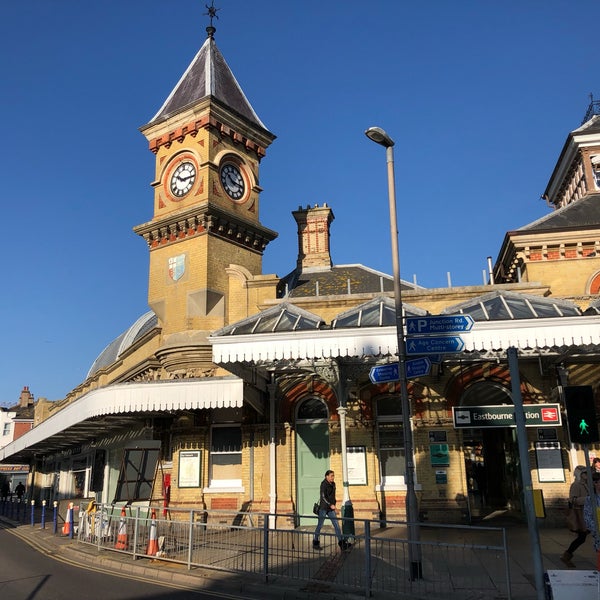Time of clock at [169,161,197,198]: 10:14
